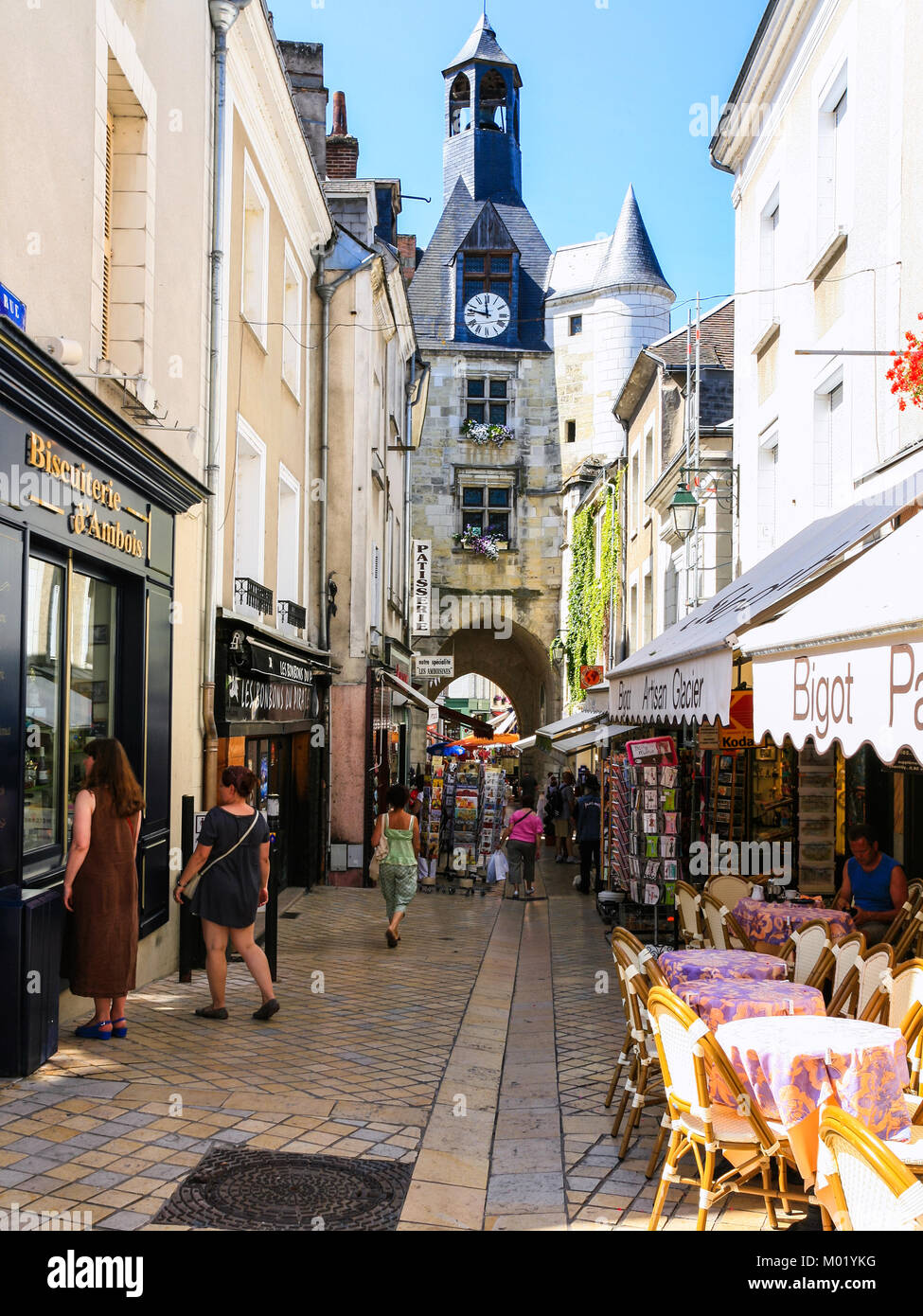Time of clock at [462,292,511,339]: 11:46
